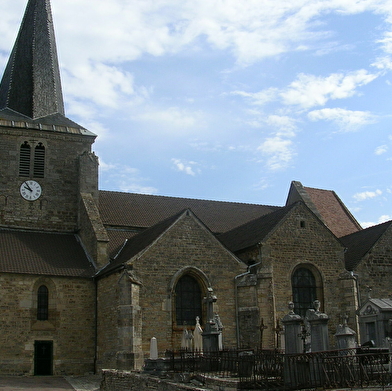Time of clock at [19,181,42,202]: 9:53
